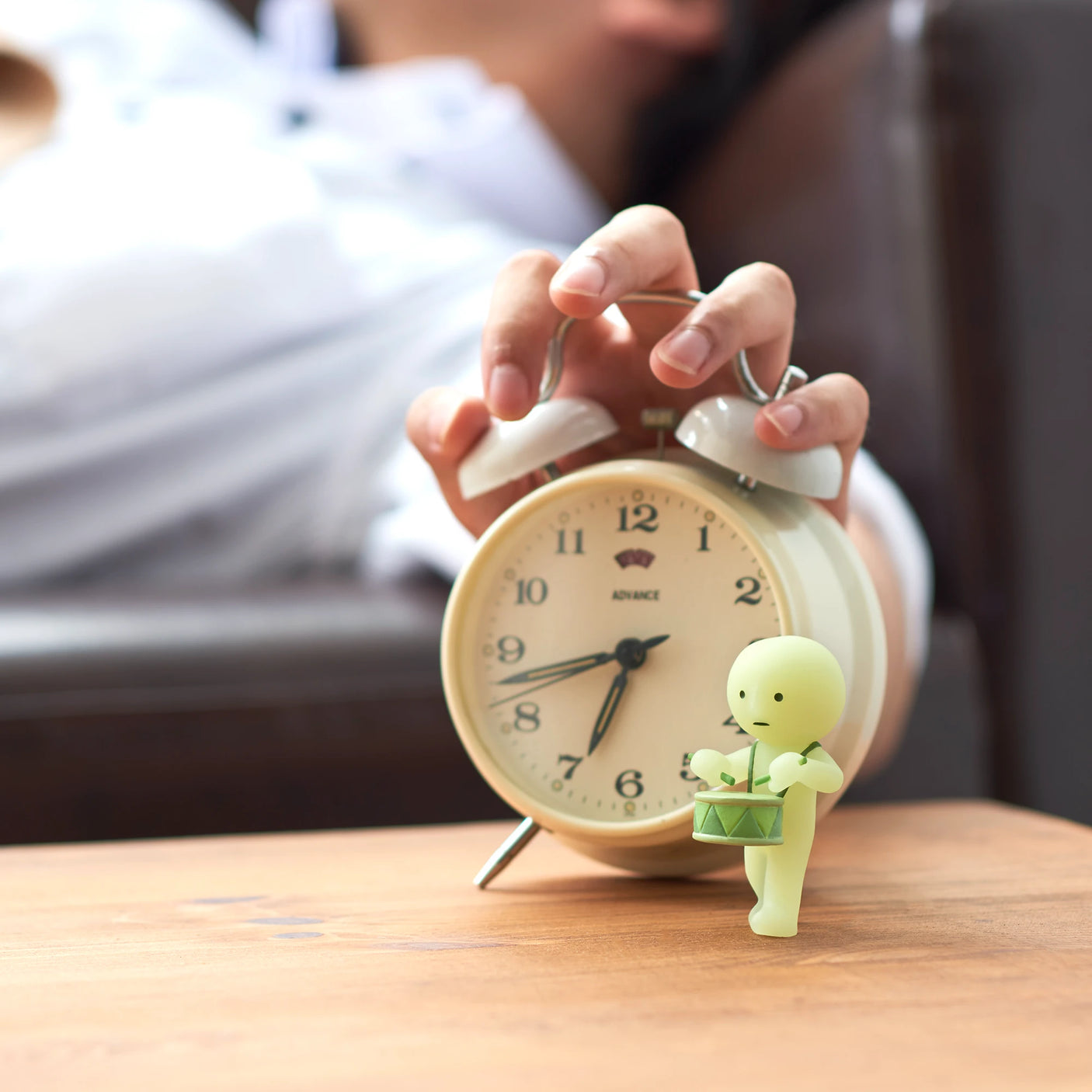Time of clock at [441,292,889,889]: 6:42
